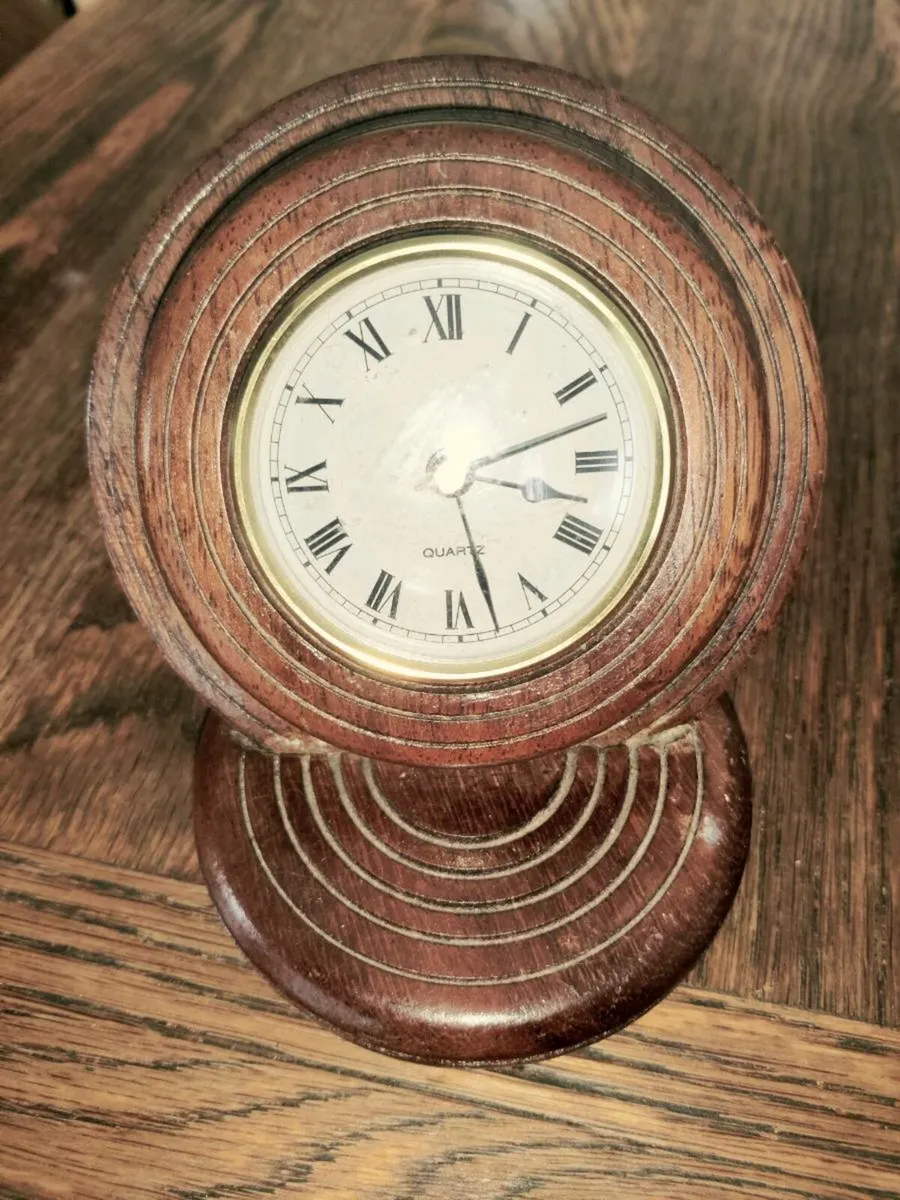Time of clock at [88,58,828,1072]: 2:27
